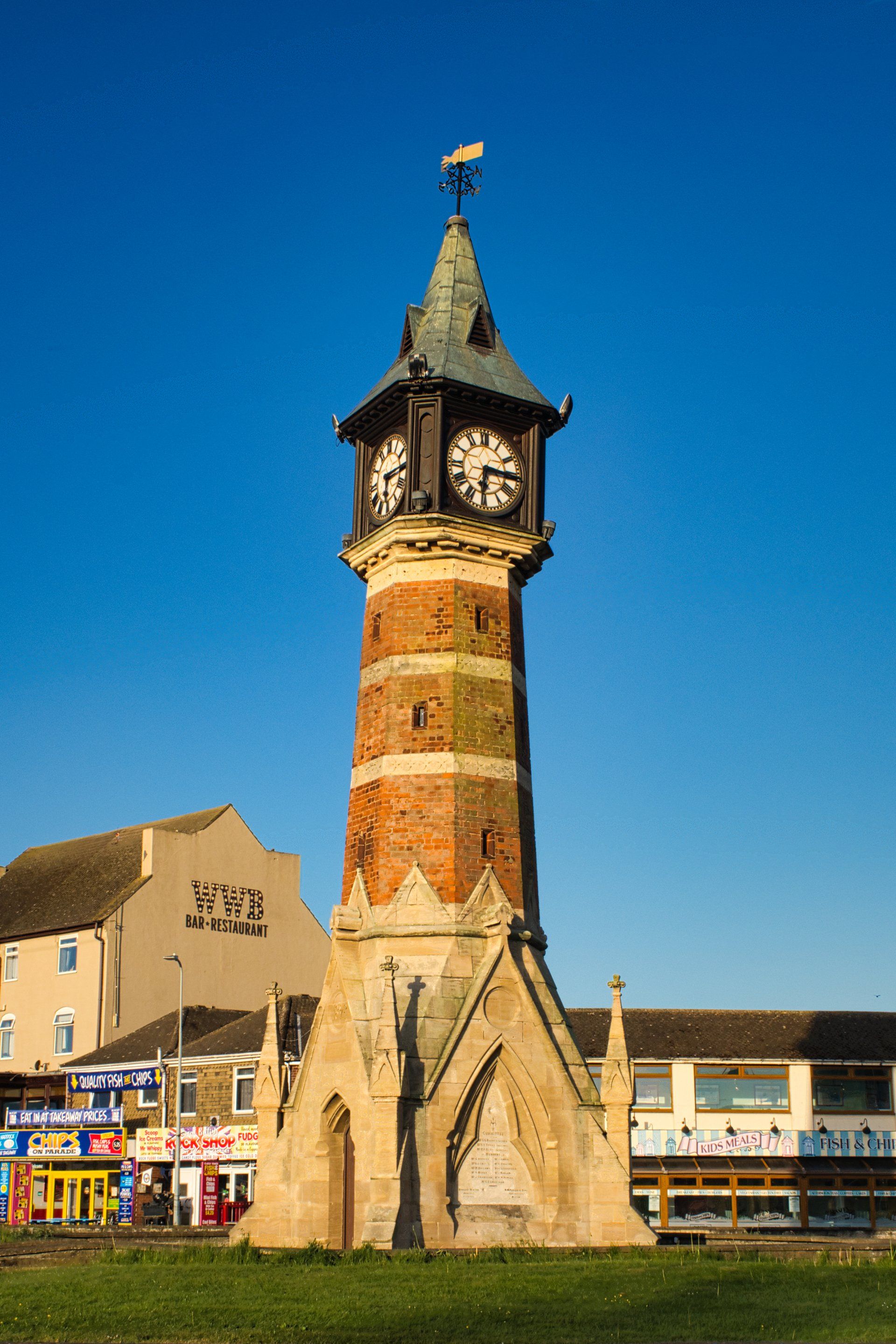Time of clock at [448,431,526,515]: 6:15
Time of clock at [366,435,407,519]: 6:14
